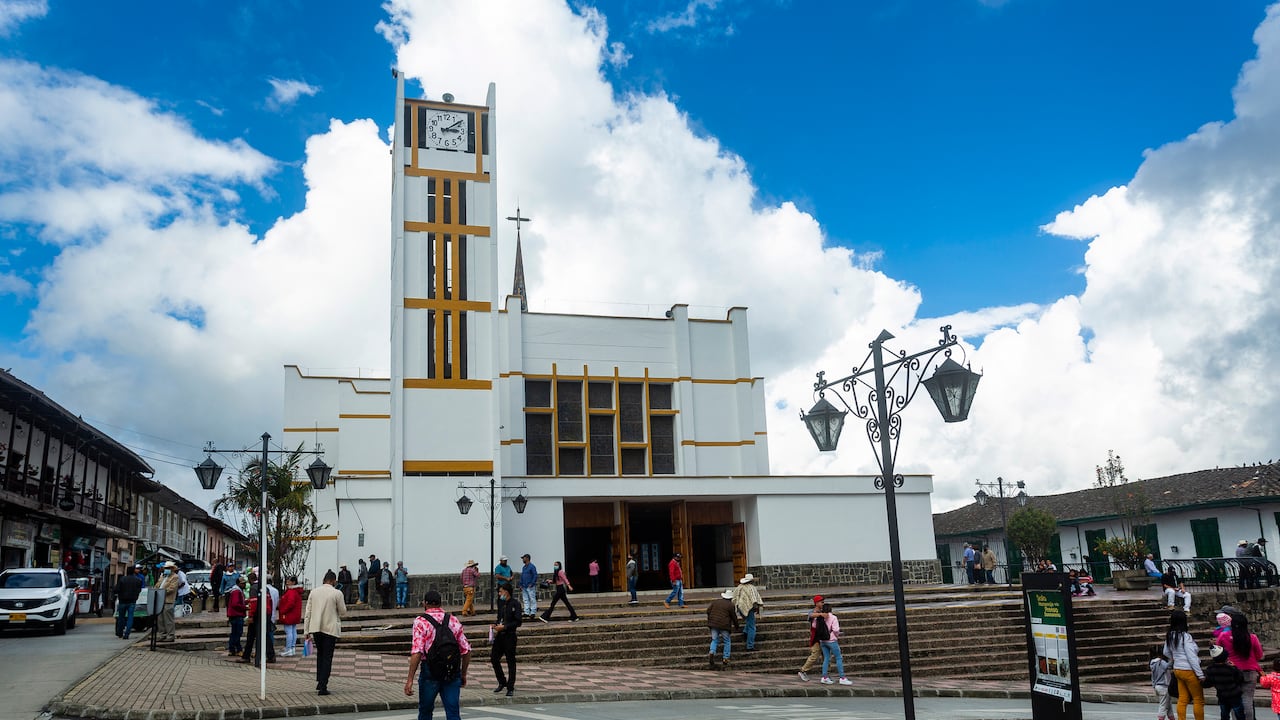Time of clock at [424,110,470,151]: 3:08
